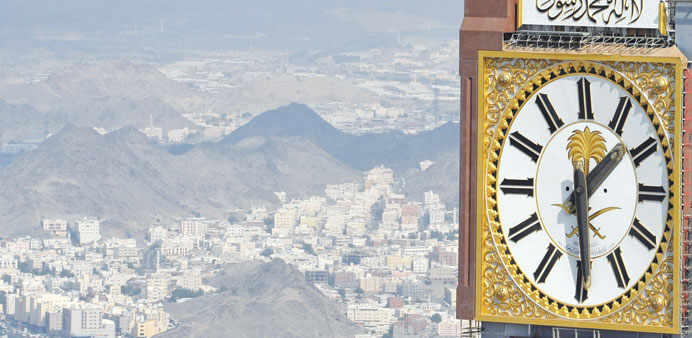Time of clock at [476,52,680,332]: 1:29
